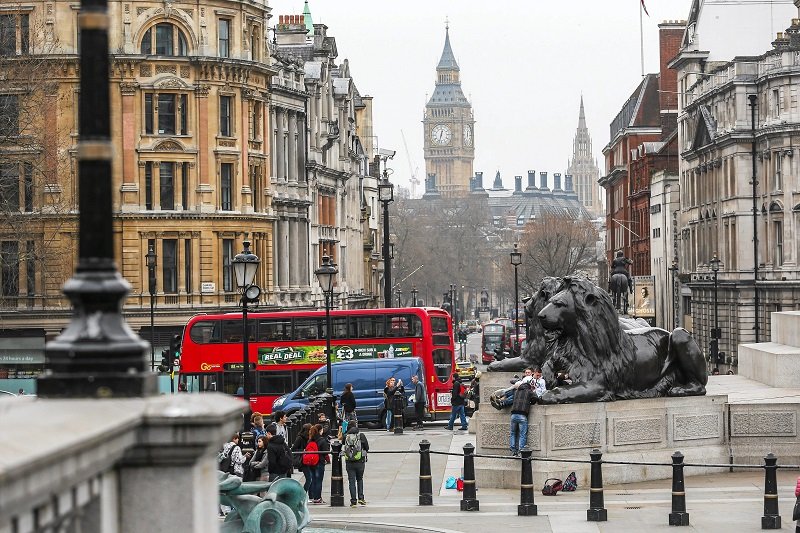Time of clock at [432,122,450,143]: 12:32
